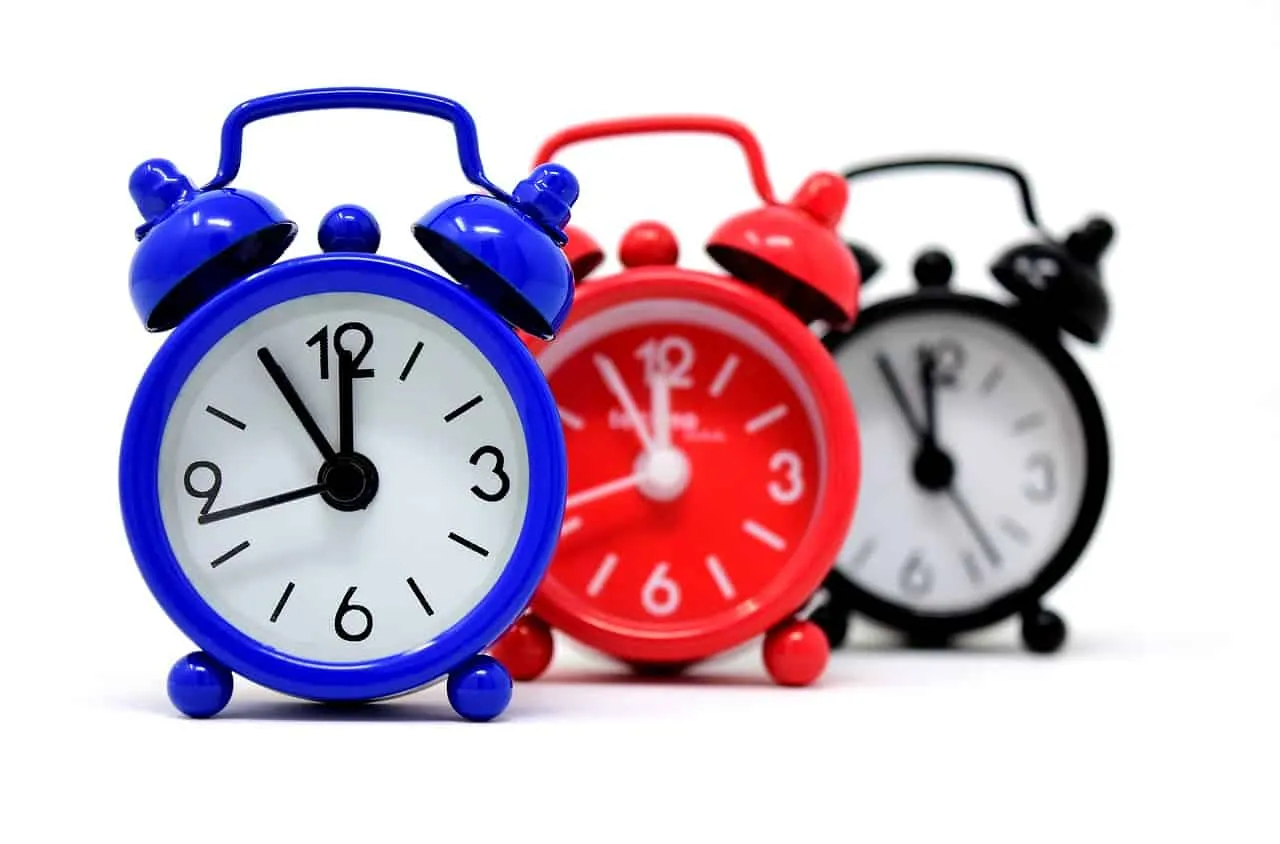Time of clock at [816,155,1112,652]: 11:55
